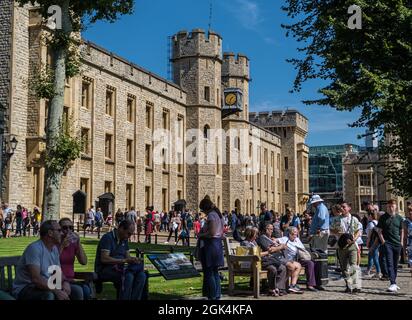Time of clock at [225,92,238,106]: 1:33
